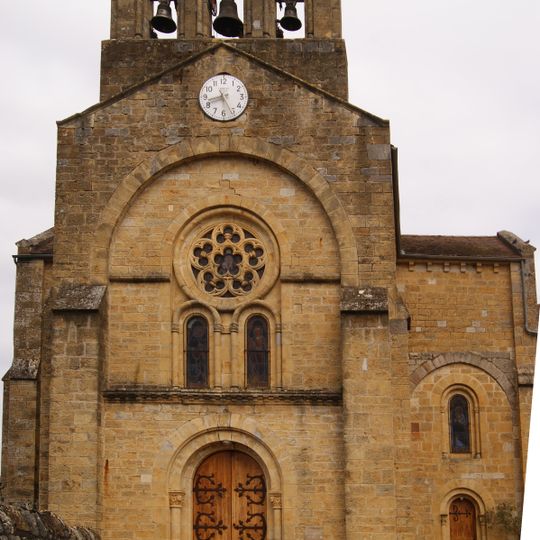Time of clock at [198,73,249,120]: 8:25
